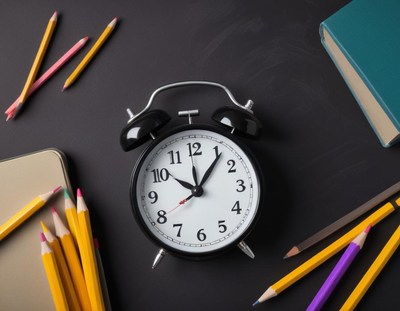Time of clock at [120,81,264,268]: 10:06
